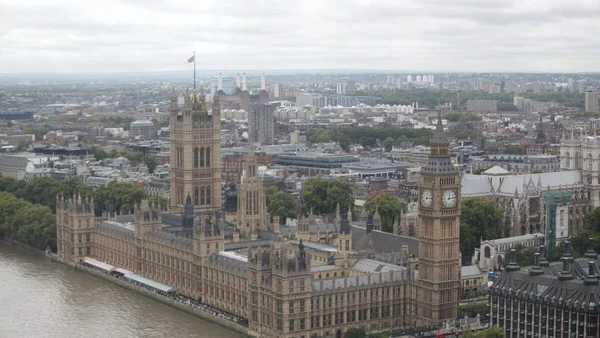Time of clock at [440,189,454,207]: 12:13
